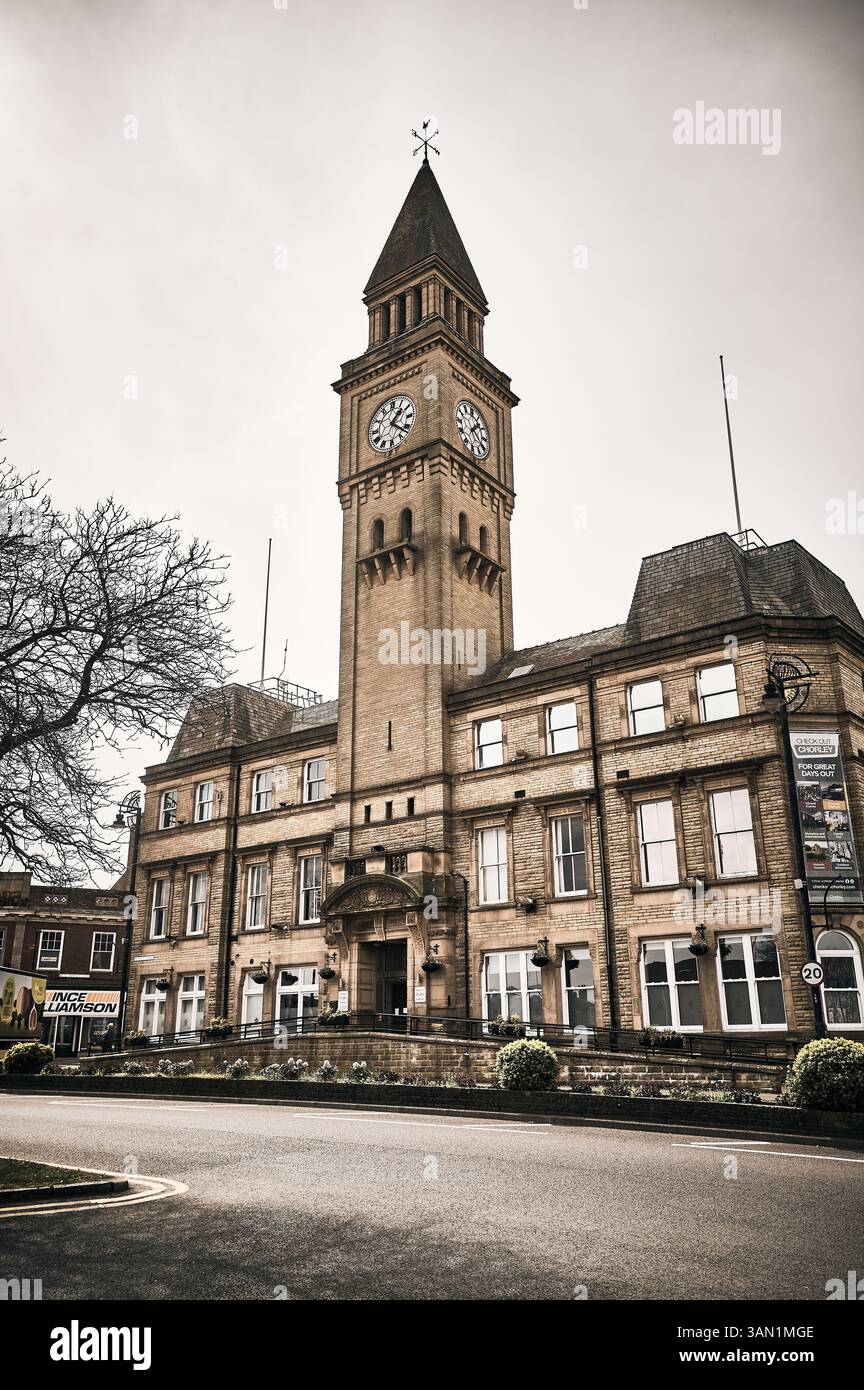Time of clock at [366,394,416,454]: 1:21
